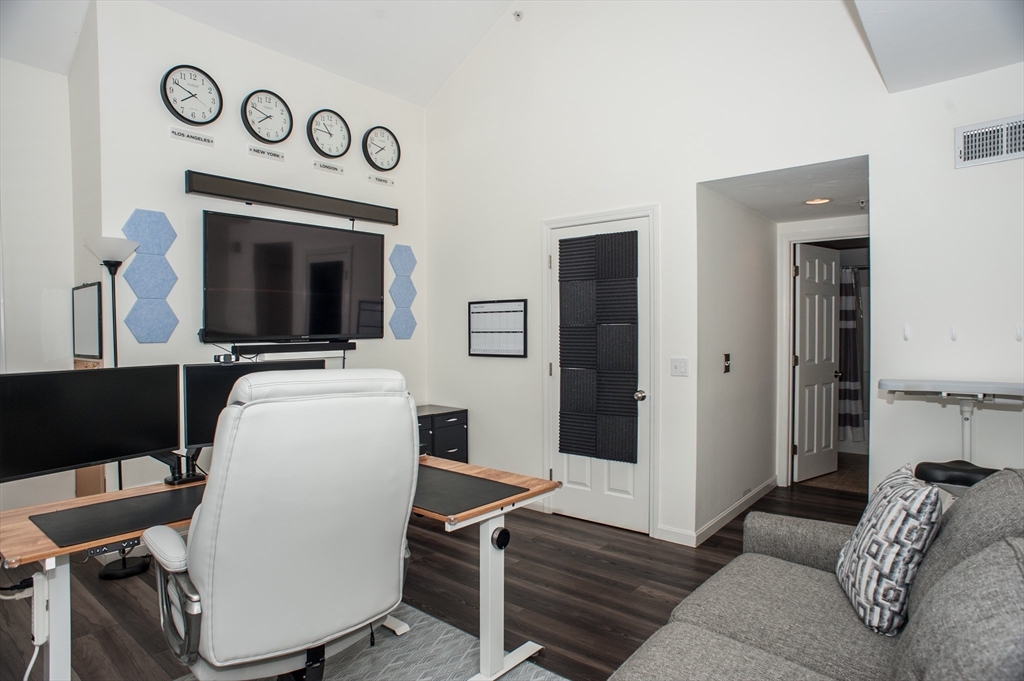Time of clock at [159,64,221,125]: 7:49
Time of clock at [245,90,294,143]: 7:48
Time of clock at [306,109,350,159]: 10:45
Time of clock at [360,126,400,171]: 7:47
